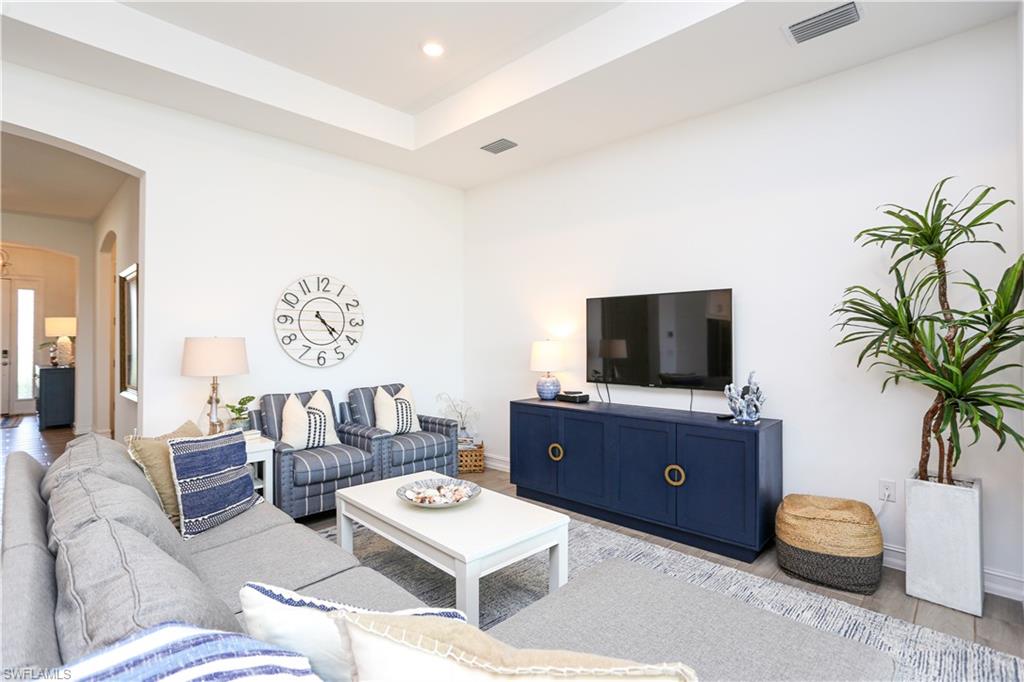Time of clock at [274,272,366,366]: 4:23
